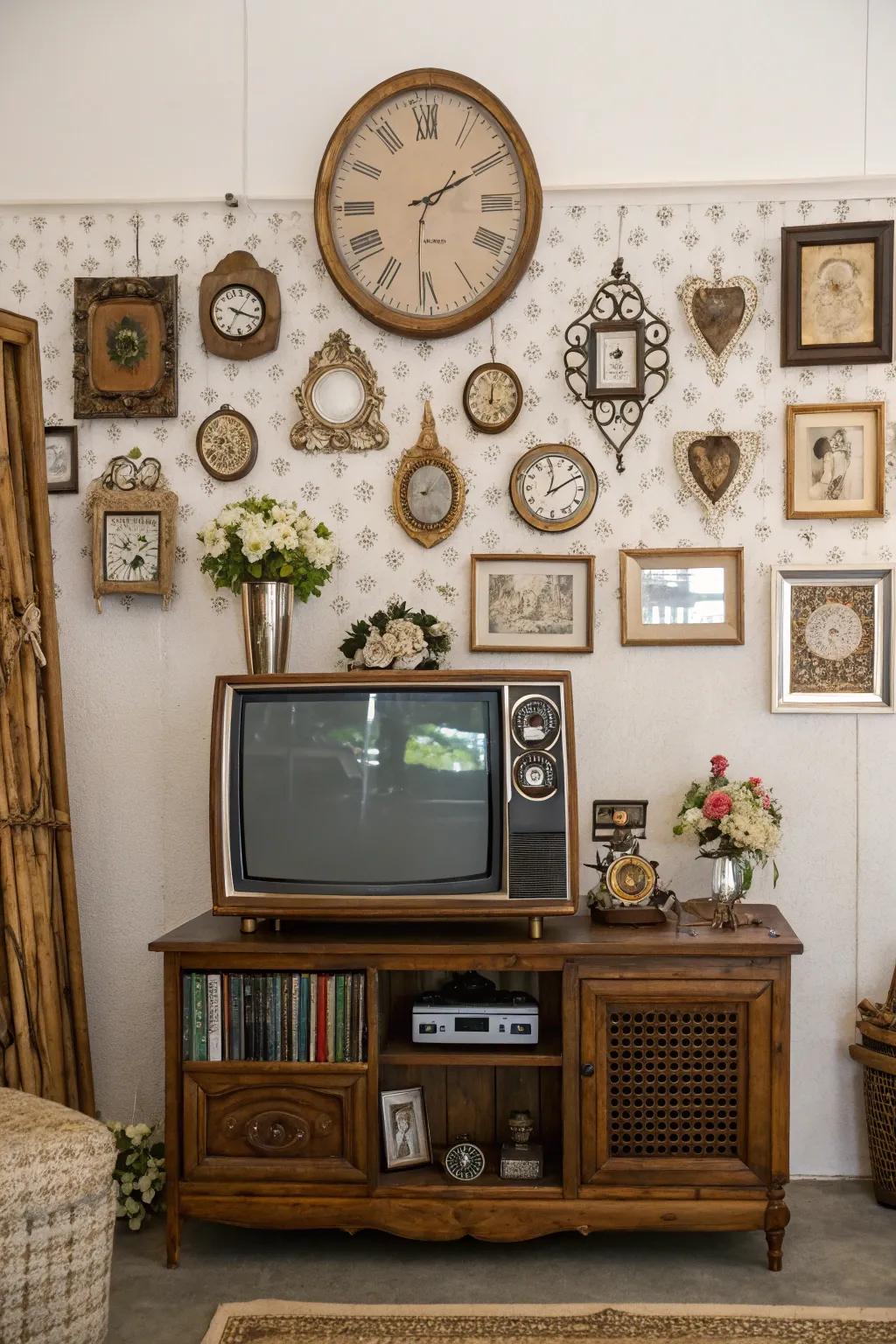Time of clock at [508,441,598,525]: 12:09
